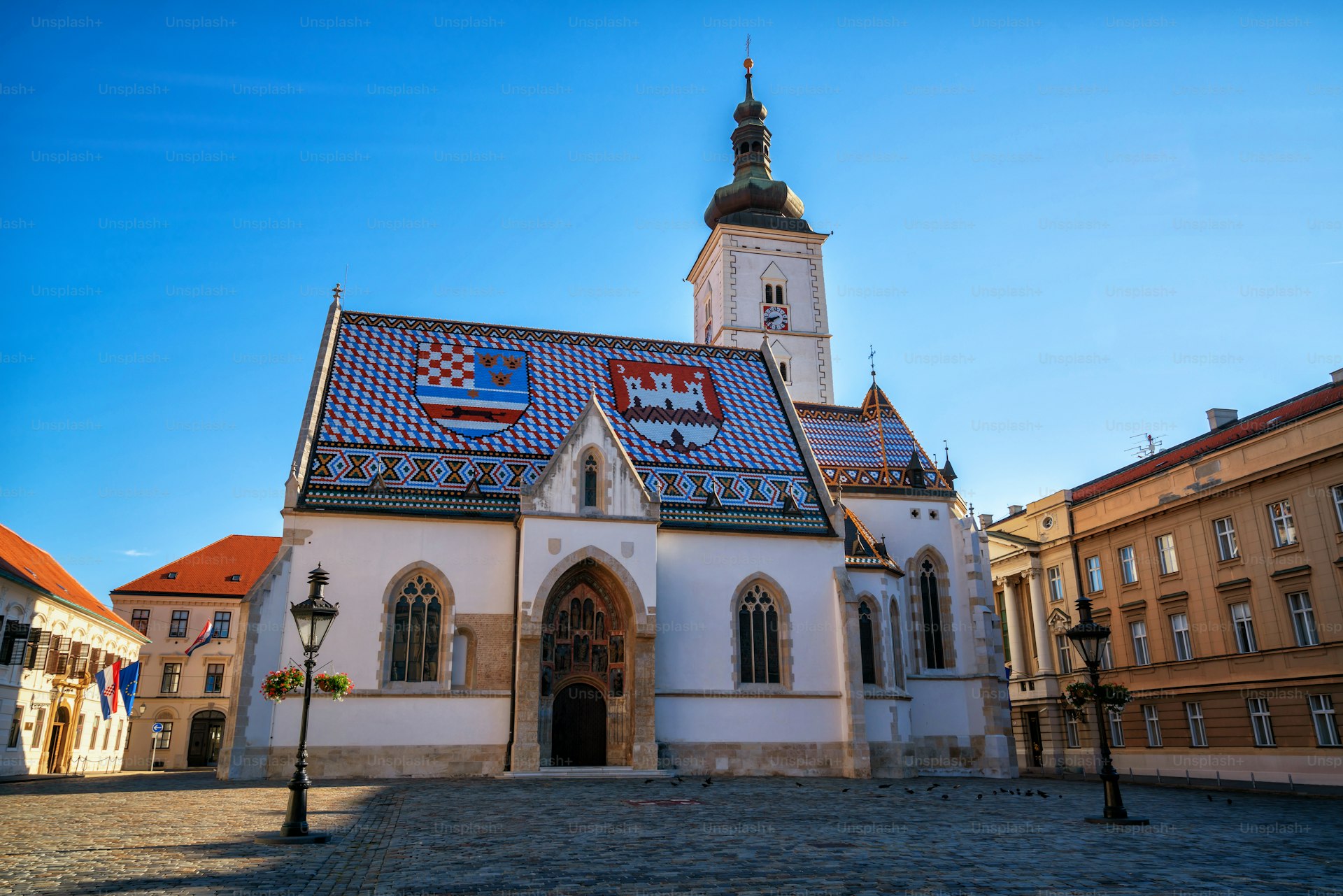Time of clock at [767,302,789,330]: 7:41
